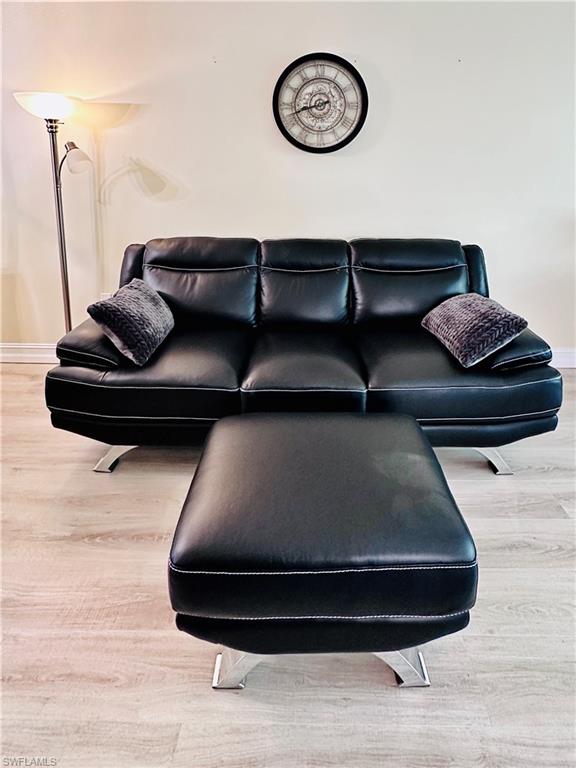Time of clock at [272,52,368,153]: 8:42
